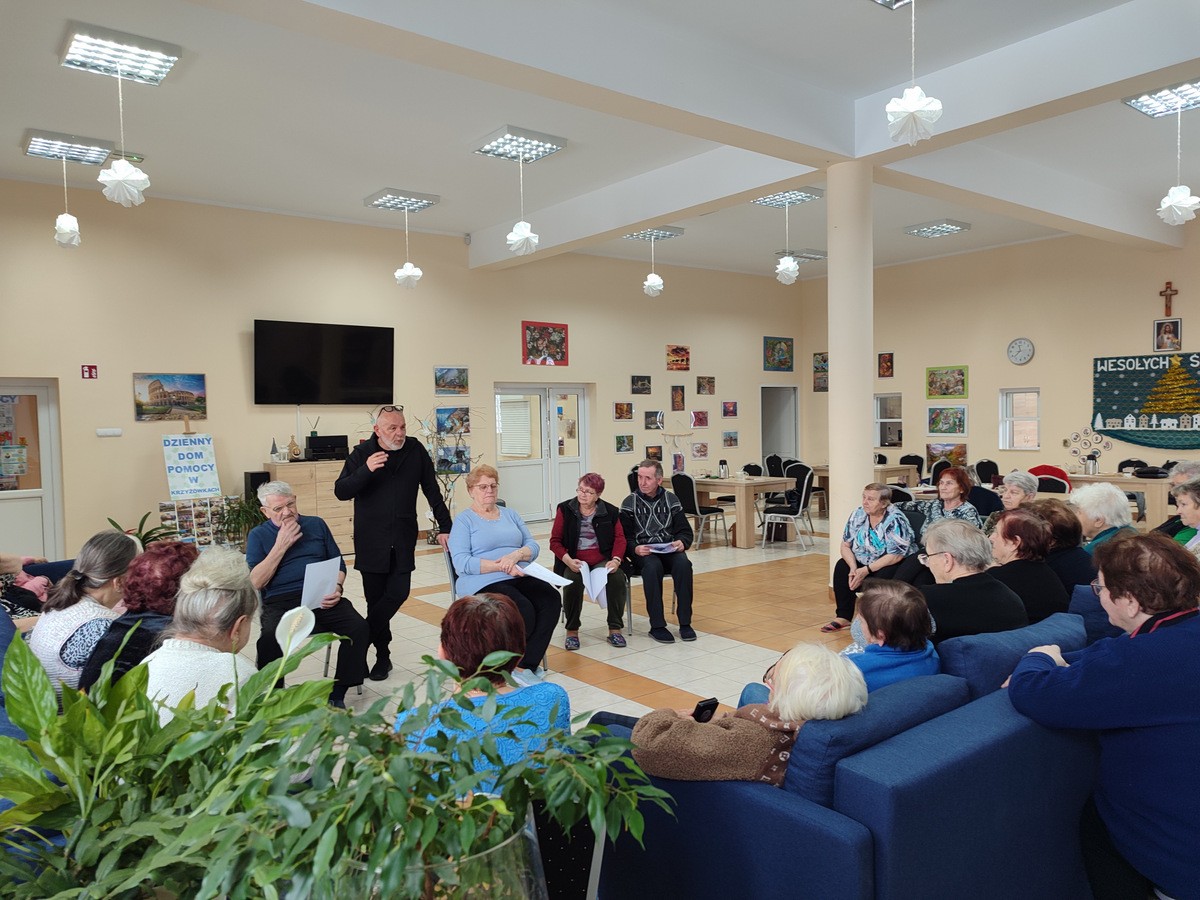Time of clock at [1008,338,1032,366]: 11:37
